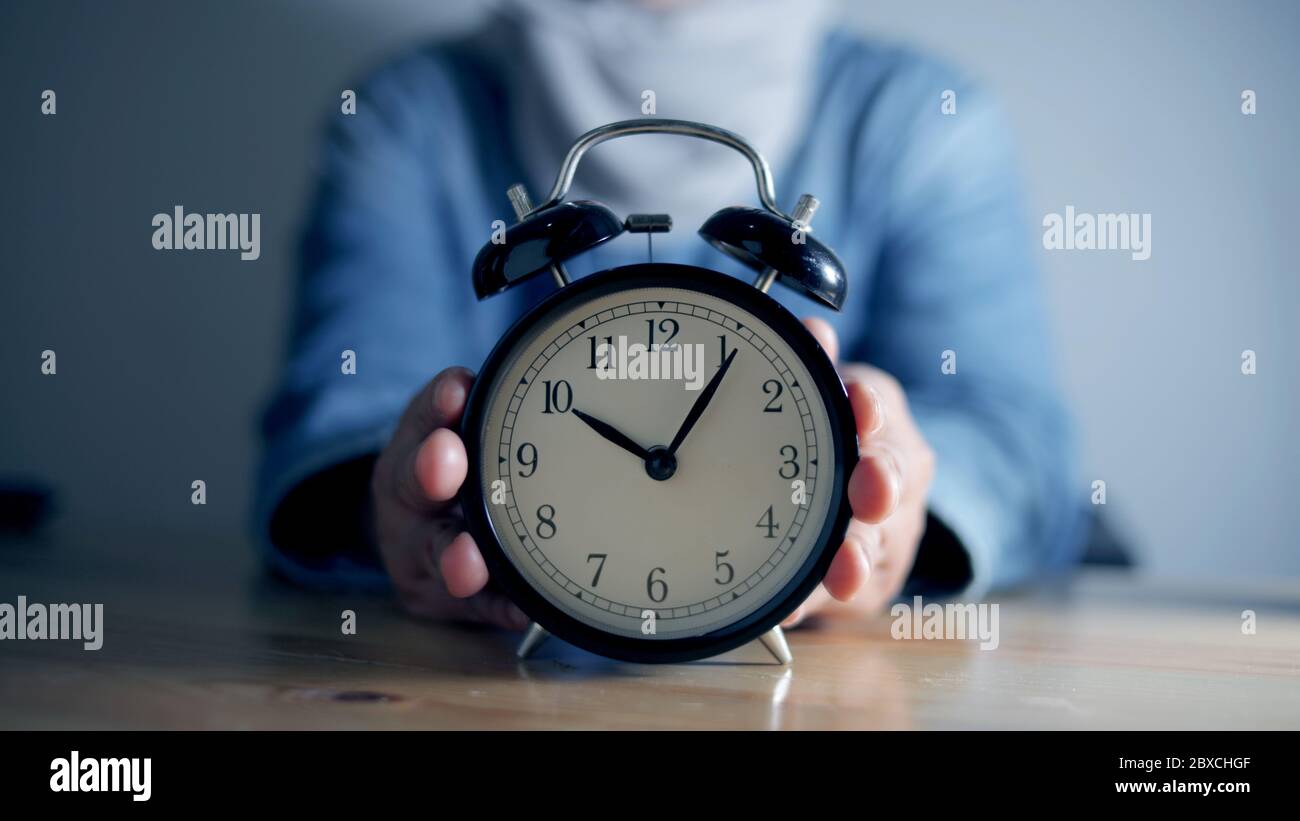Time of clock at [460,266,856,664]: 10:05
